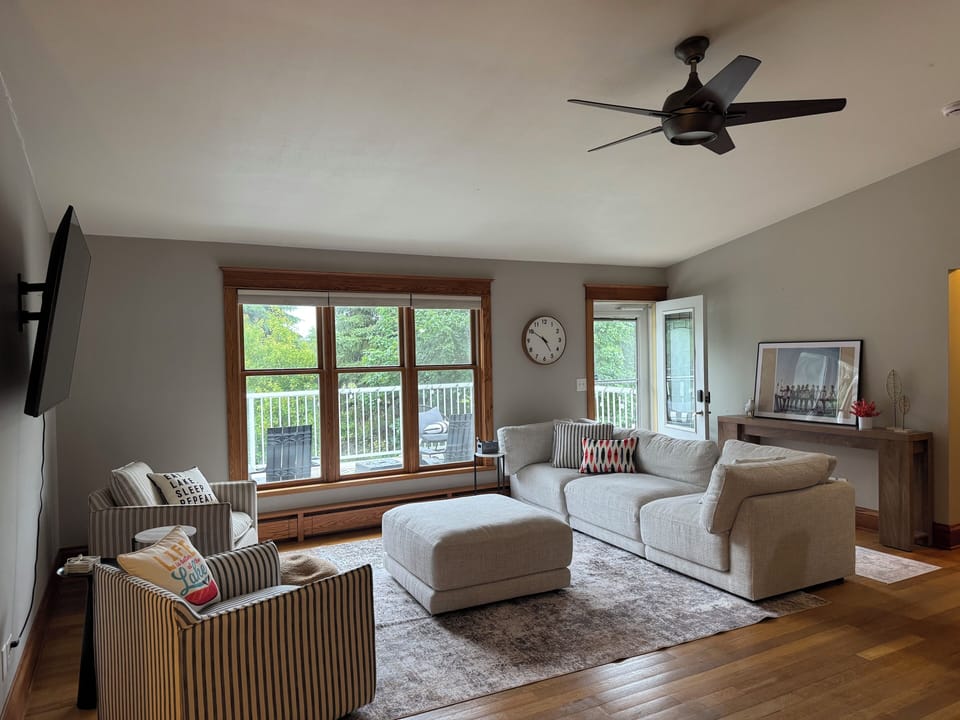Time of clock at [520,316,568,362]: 4:50
